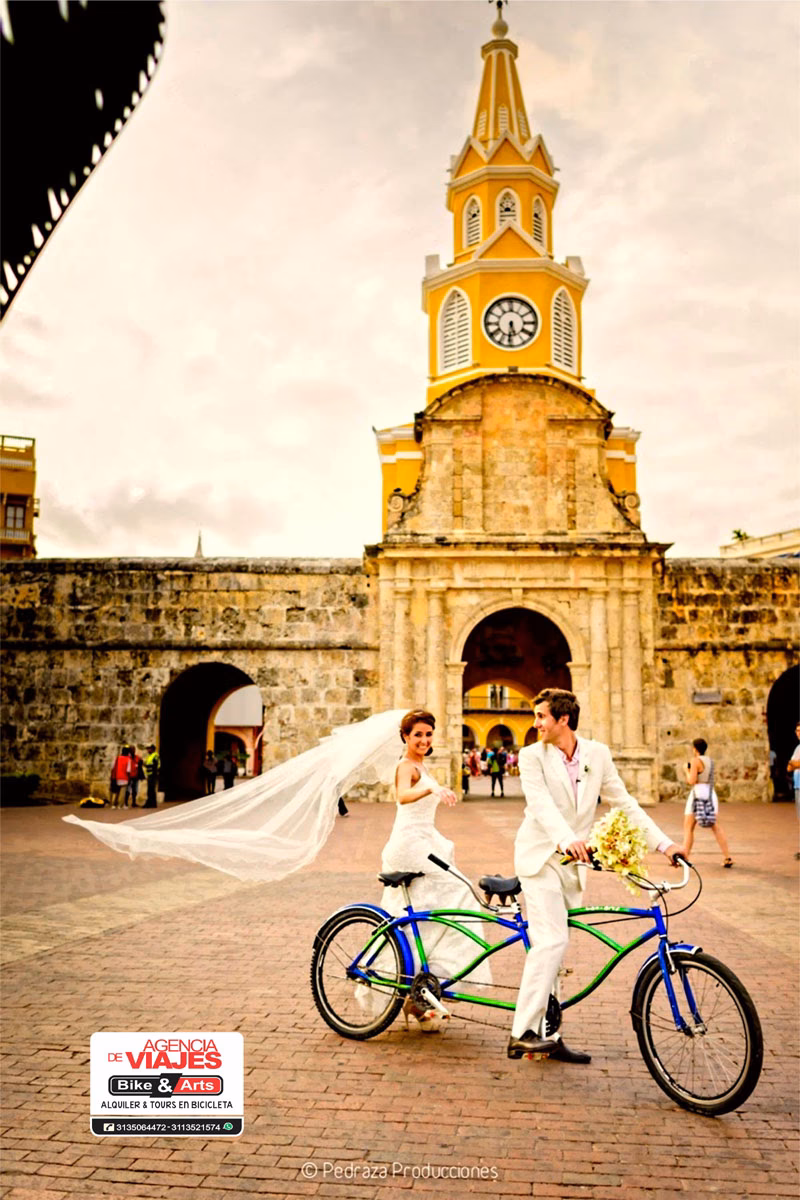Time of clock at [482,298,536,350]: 5:31
